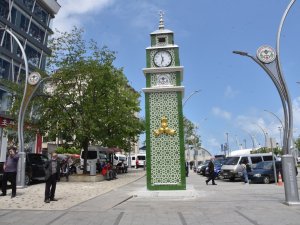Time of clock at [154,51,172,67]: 11:32
